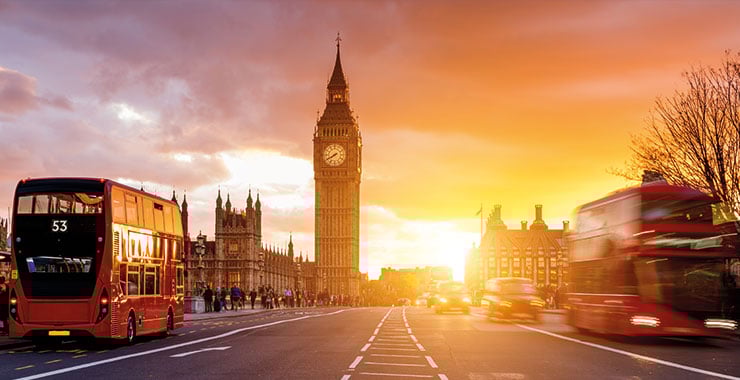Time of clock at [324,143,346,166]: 7:40
